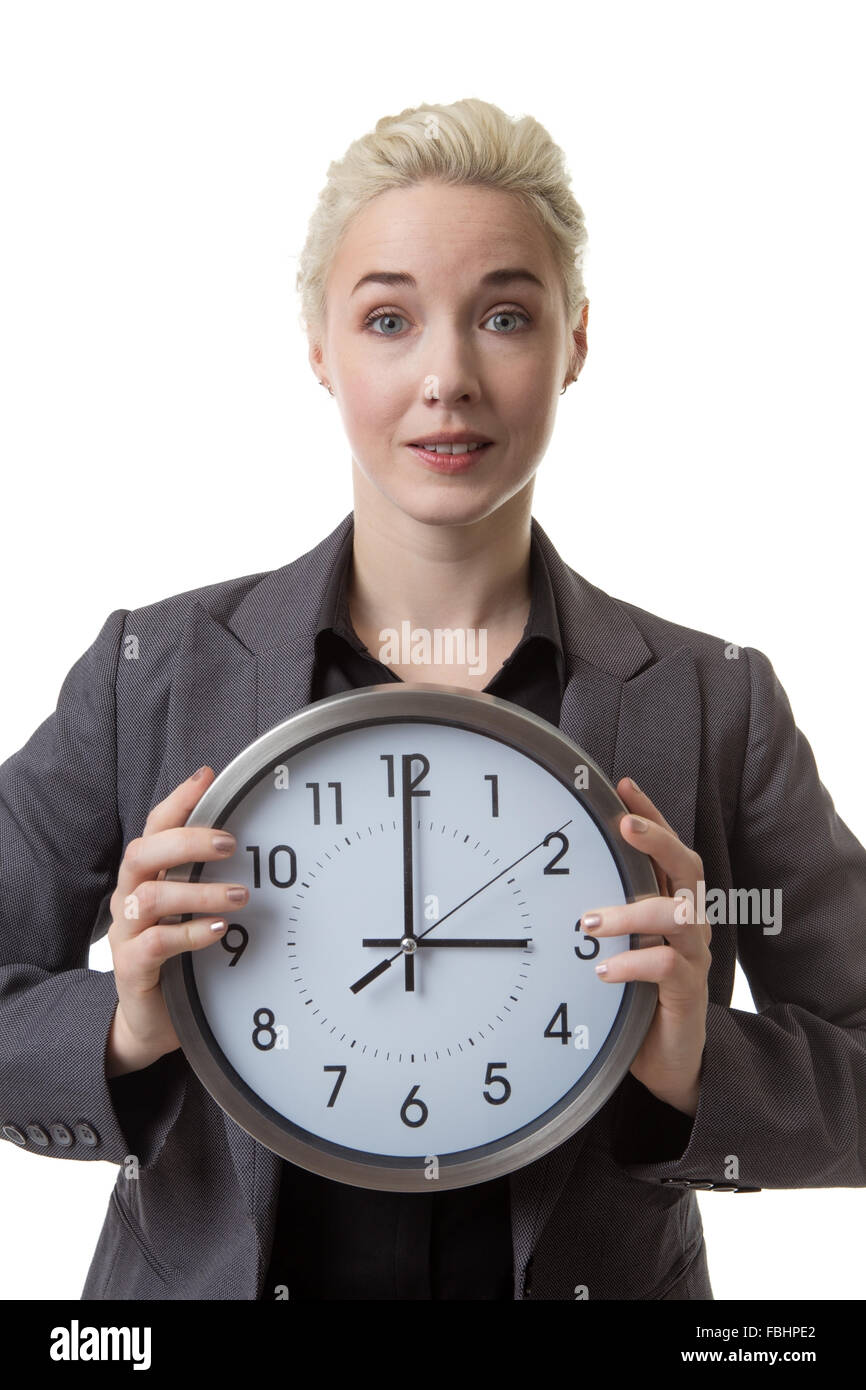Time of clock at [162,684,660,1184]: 3:00
